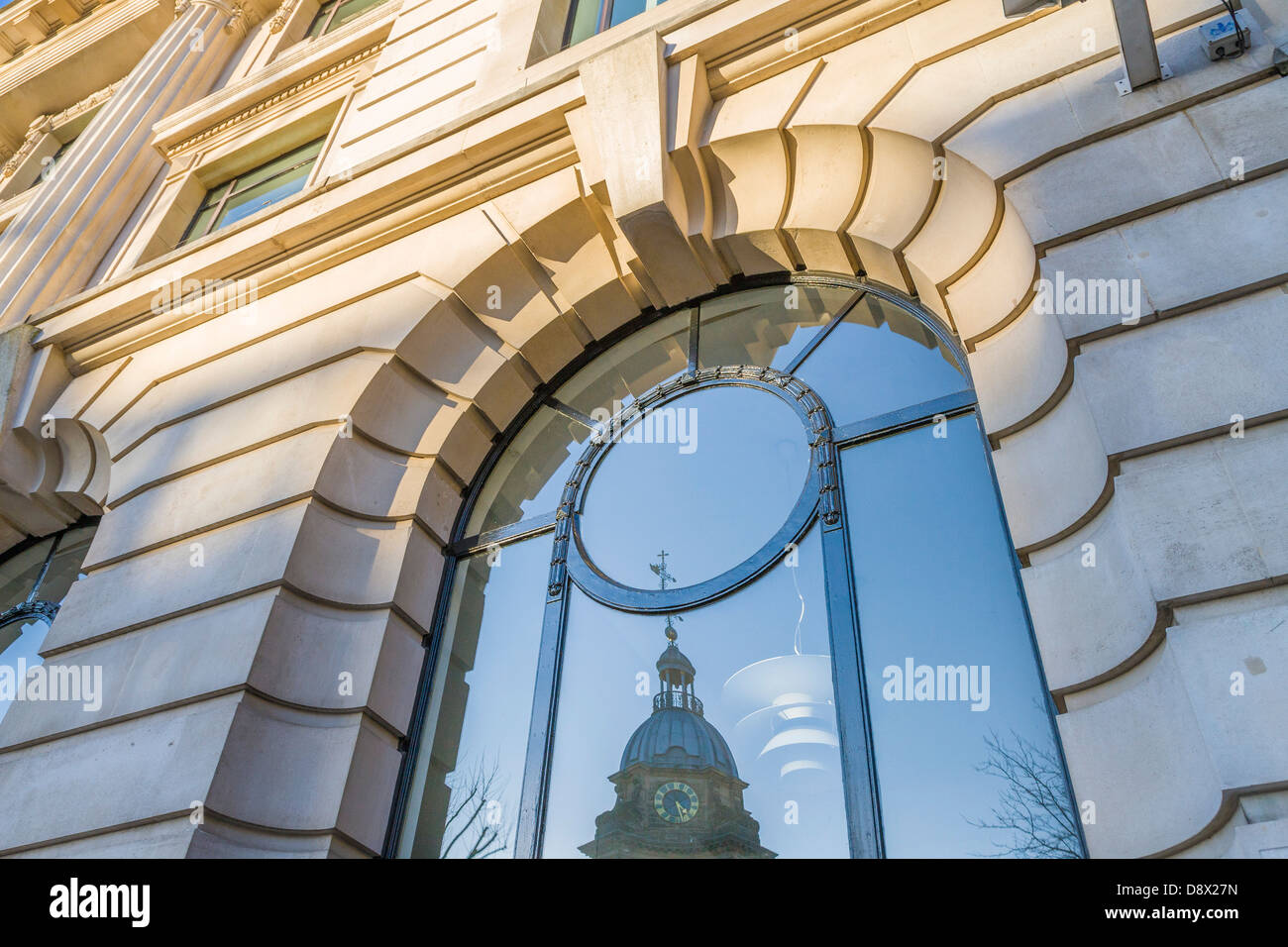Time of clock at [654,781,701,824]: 4:26
